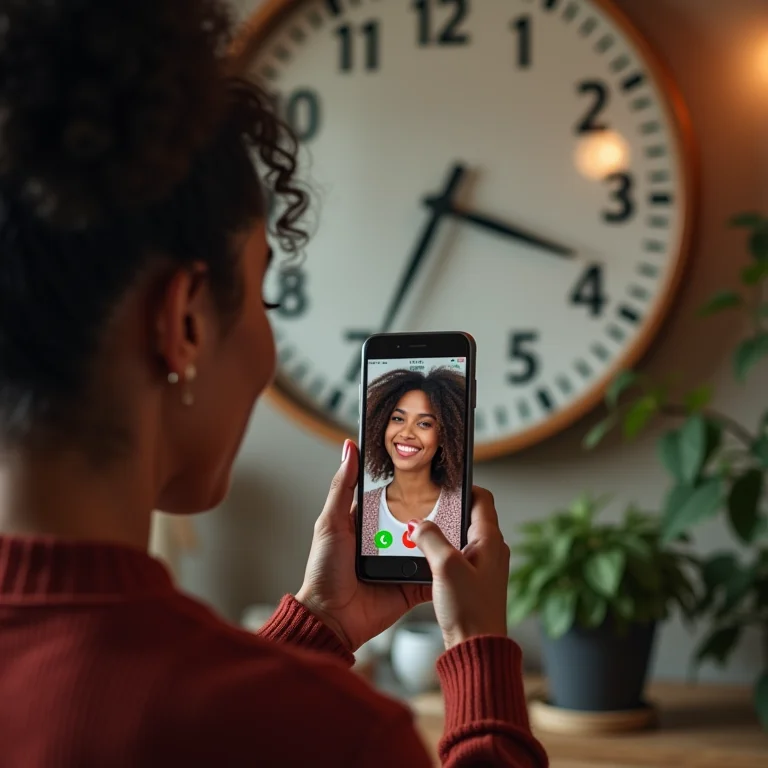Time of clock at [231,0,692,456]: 3:34
